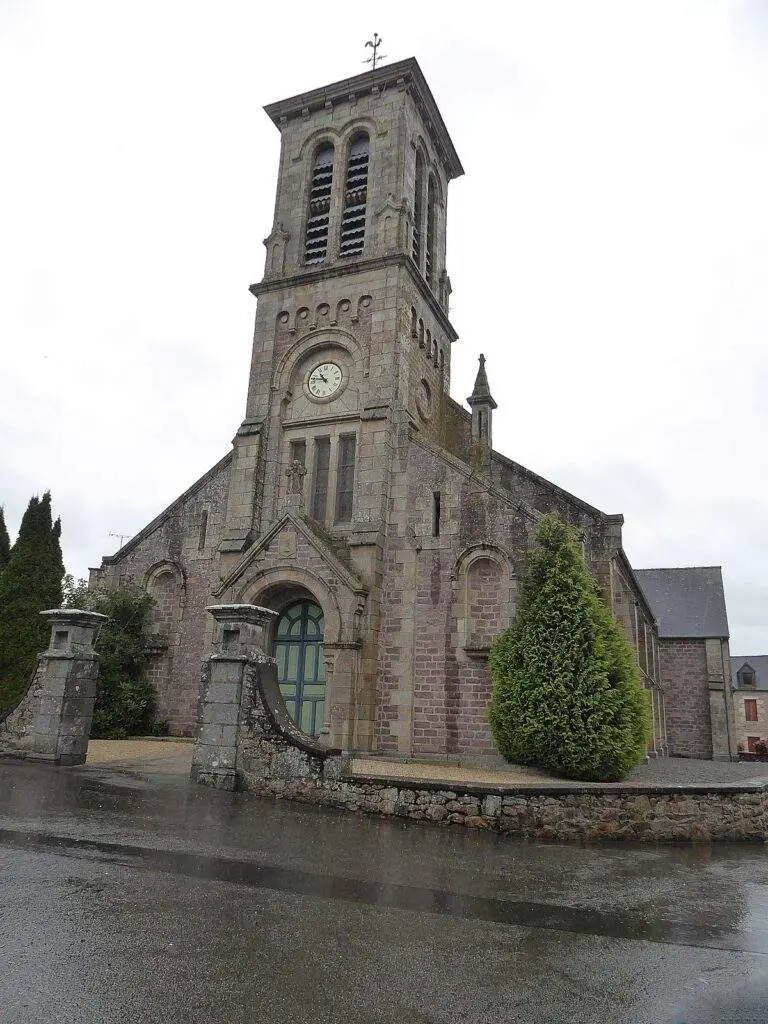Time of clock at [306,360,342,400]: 10:47
